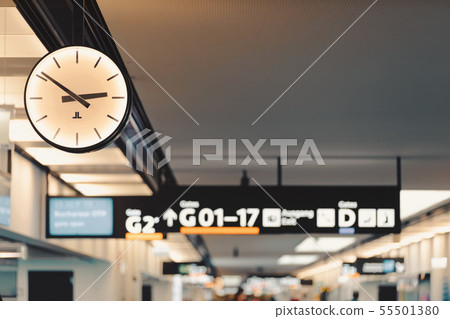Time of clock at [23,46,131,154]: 2:50
